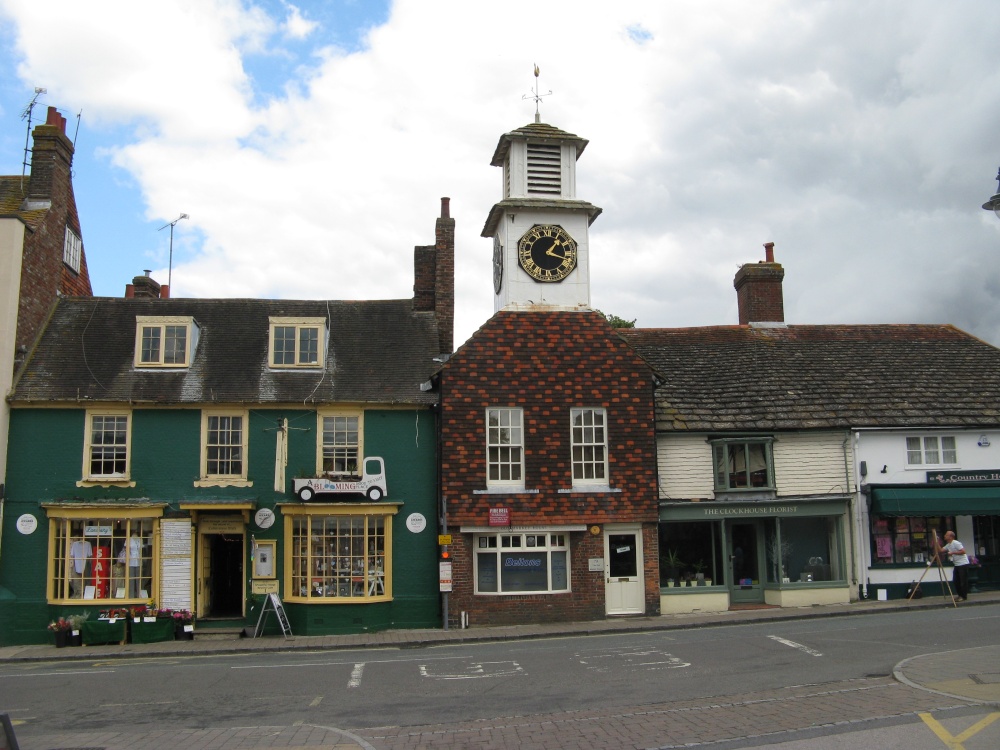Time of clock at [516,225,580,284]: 1:18
